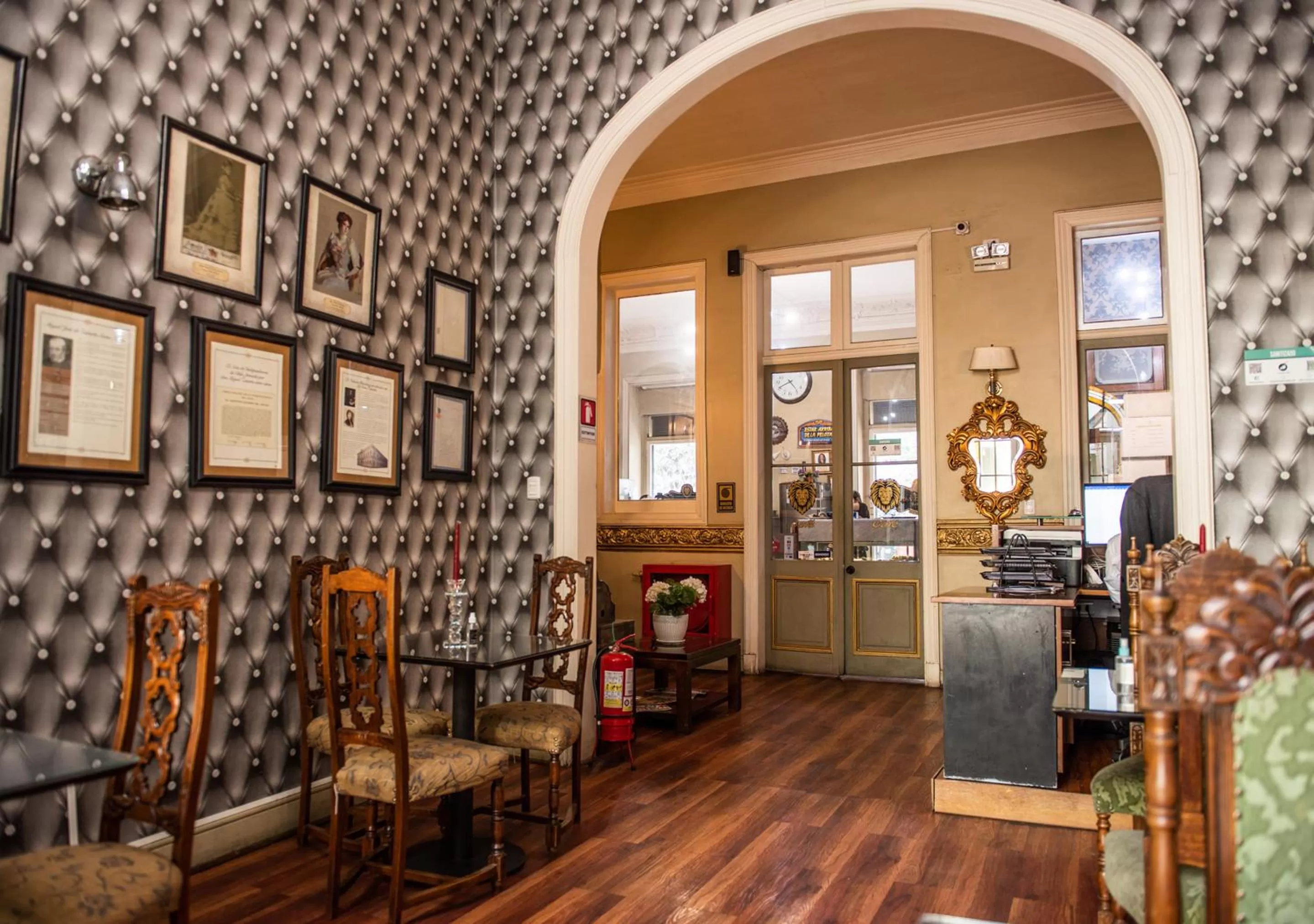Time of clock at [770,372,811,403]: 4:40
